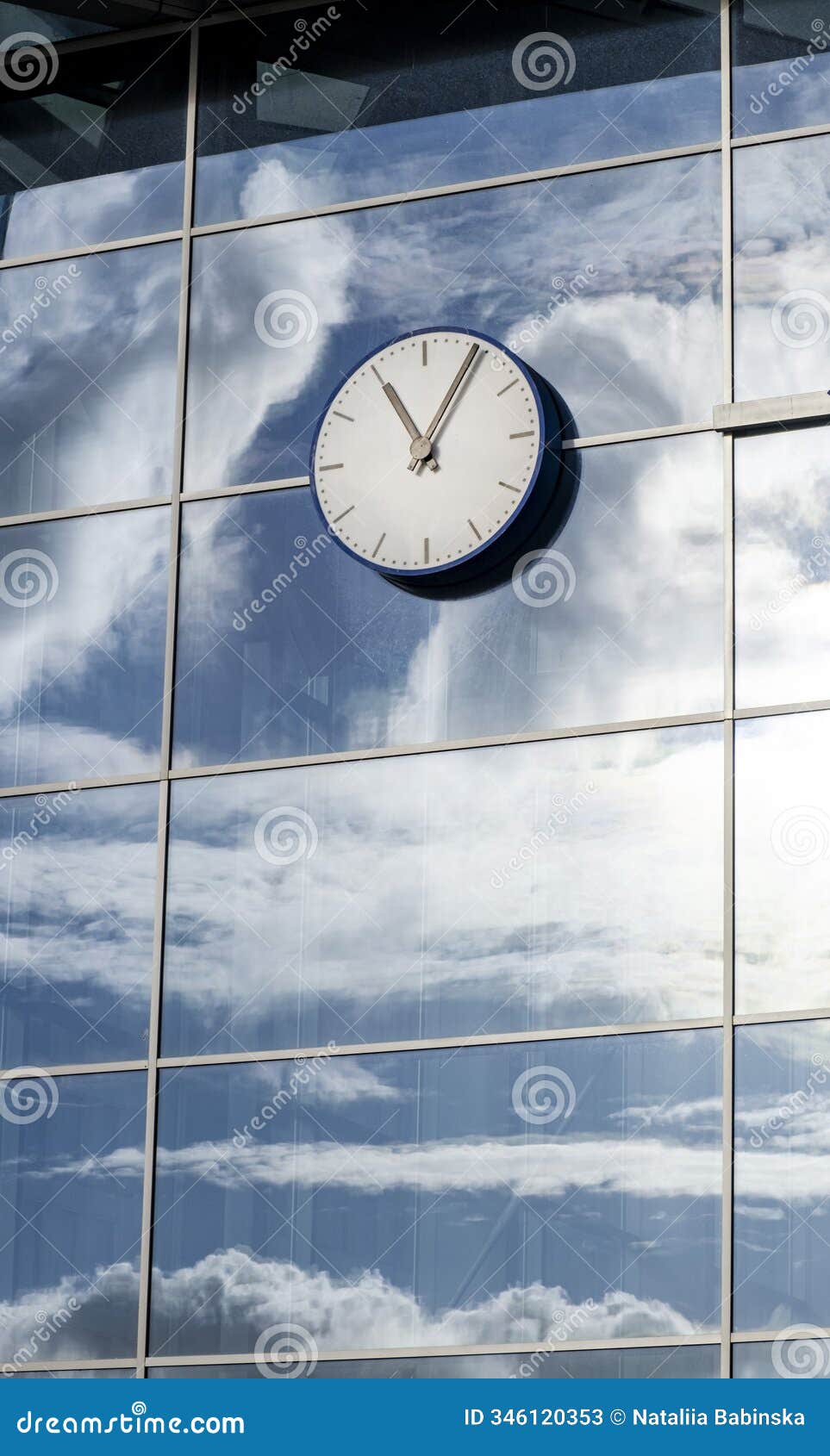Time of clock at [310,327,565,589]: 11:05
